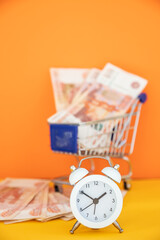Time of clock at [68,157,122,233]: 1:50
